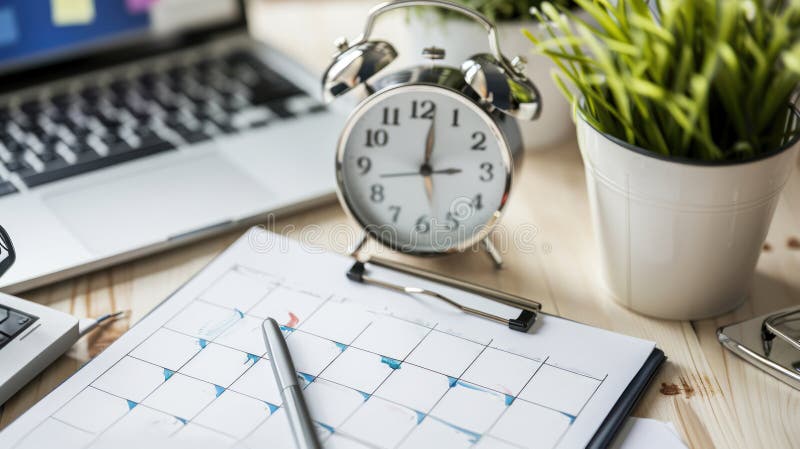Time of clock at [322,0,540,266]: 3:01
